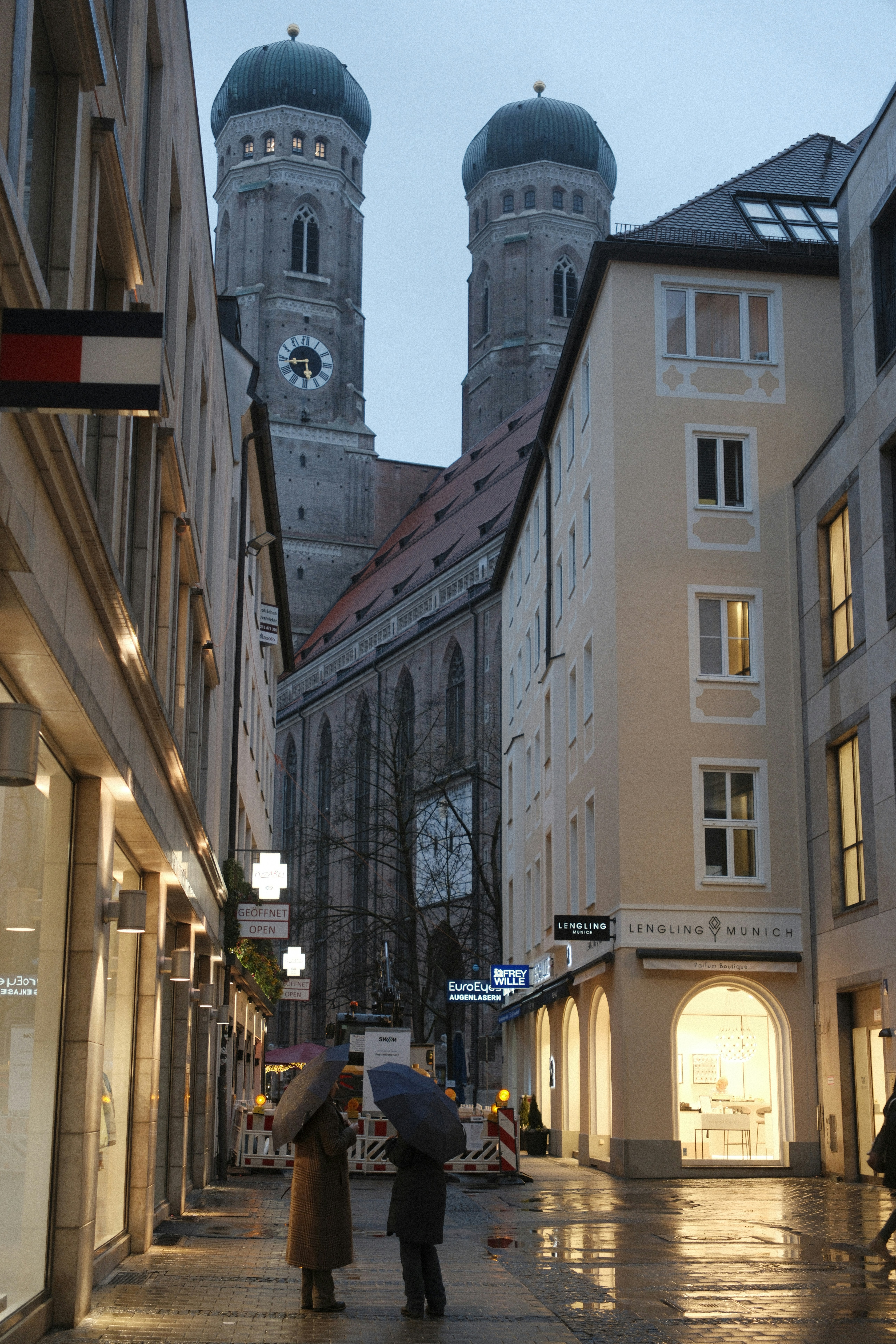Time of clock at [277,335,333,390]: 5:43
